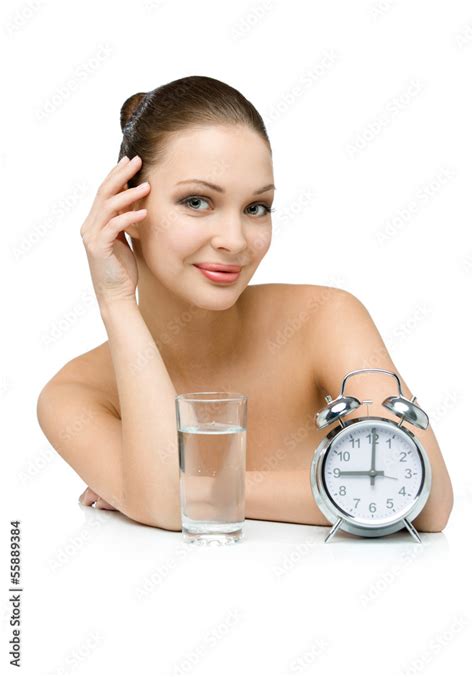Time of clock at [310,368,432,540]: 9:00
